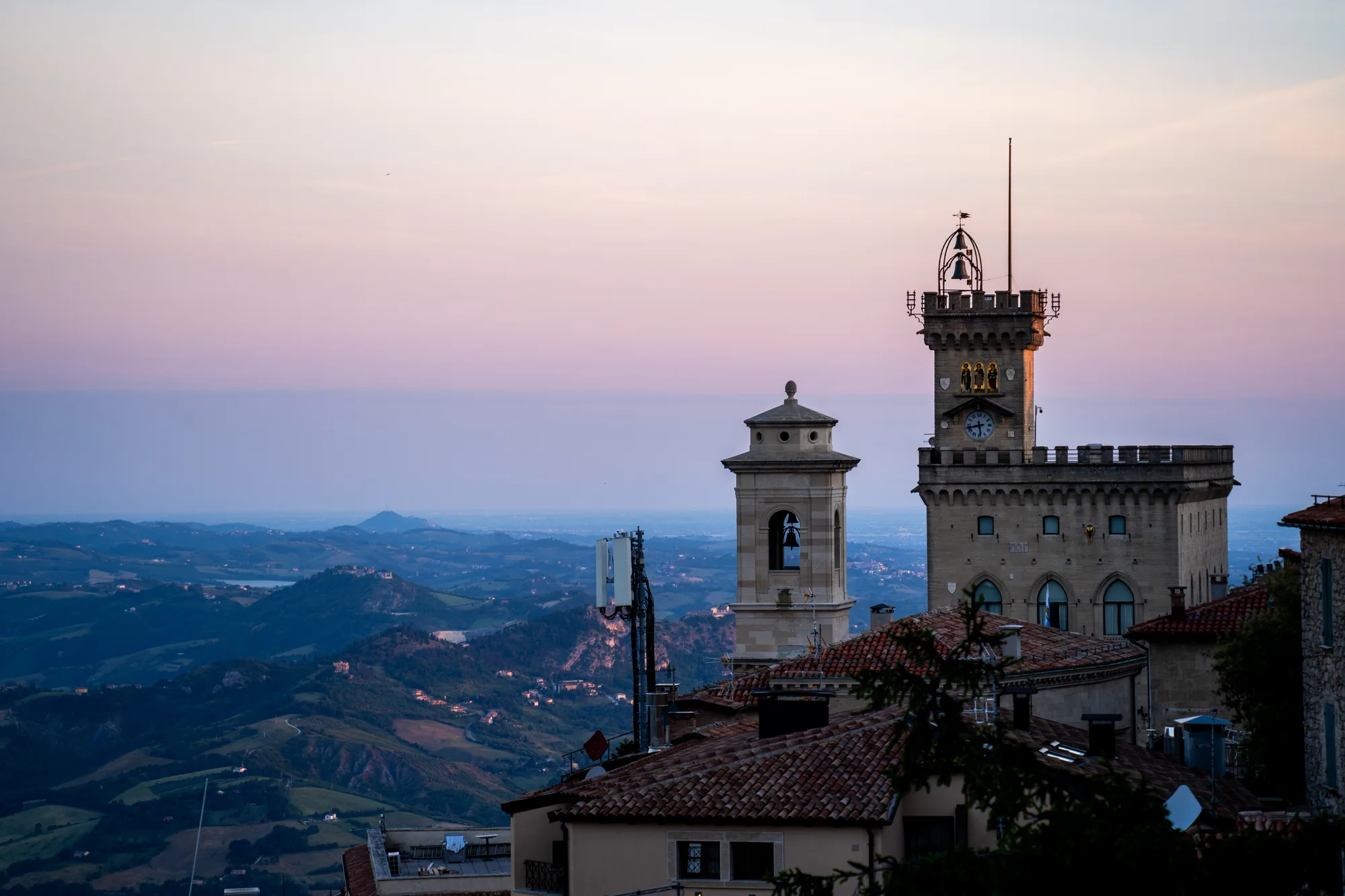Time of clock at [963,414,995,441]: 5:42
